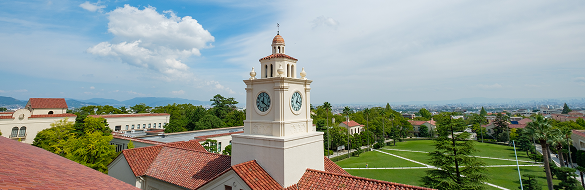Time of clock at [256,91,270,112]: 12:21
